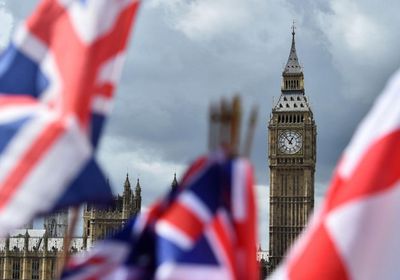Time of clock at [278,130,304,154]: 12:53
